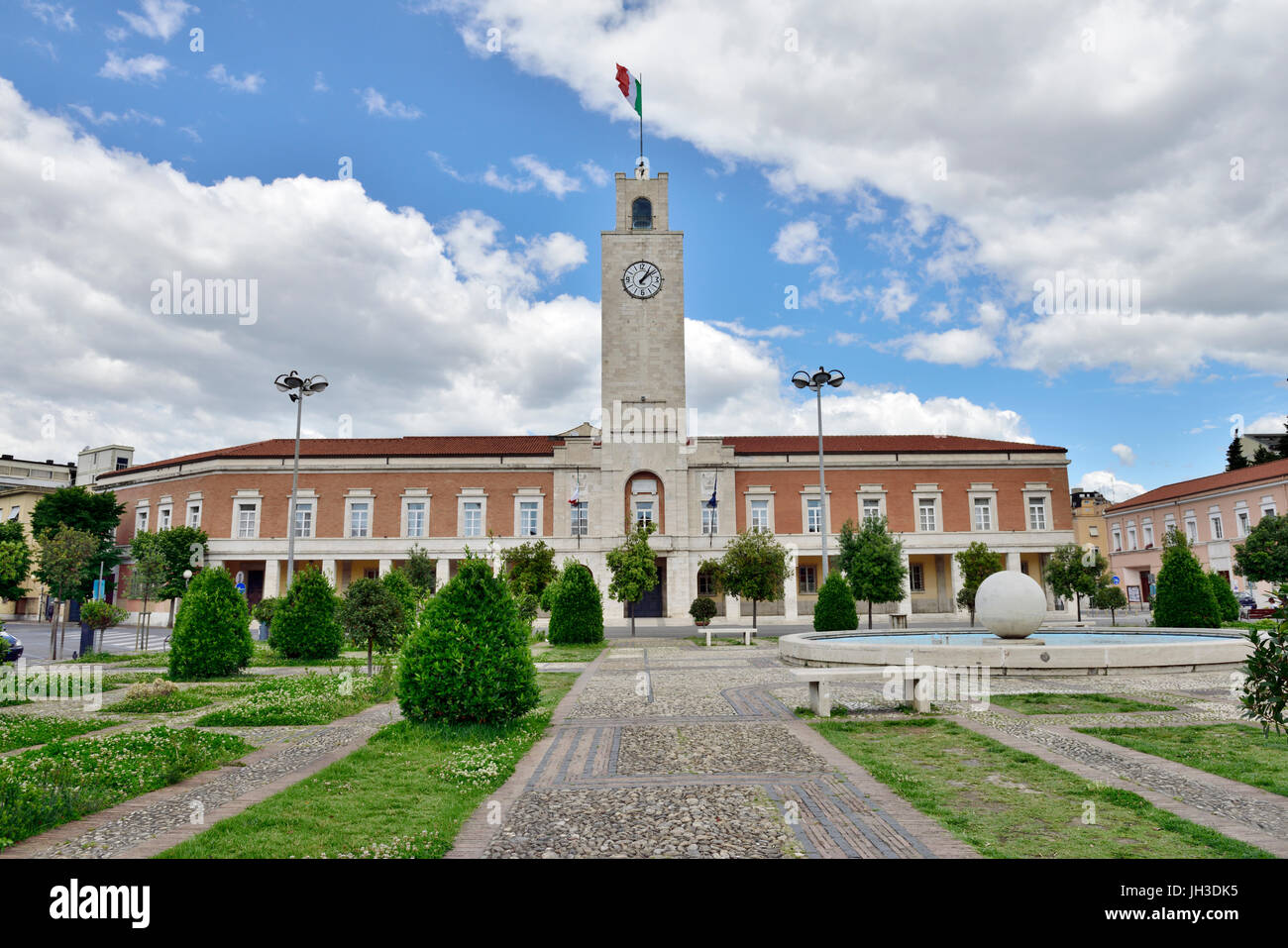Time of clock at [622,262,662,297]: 1:08
